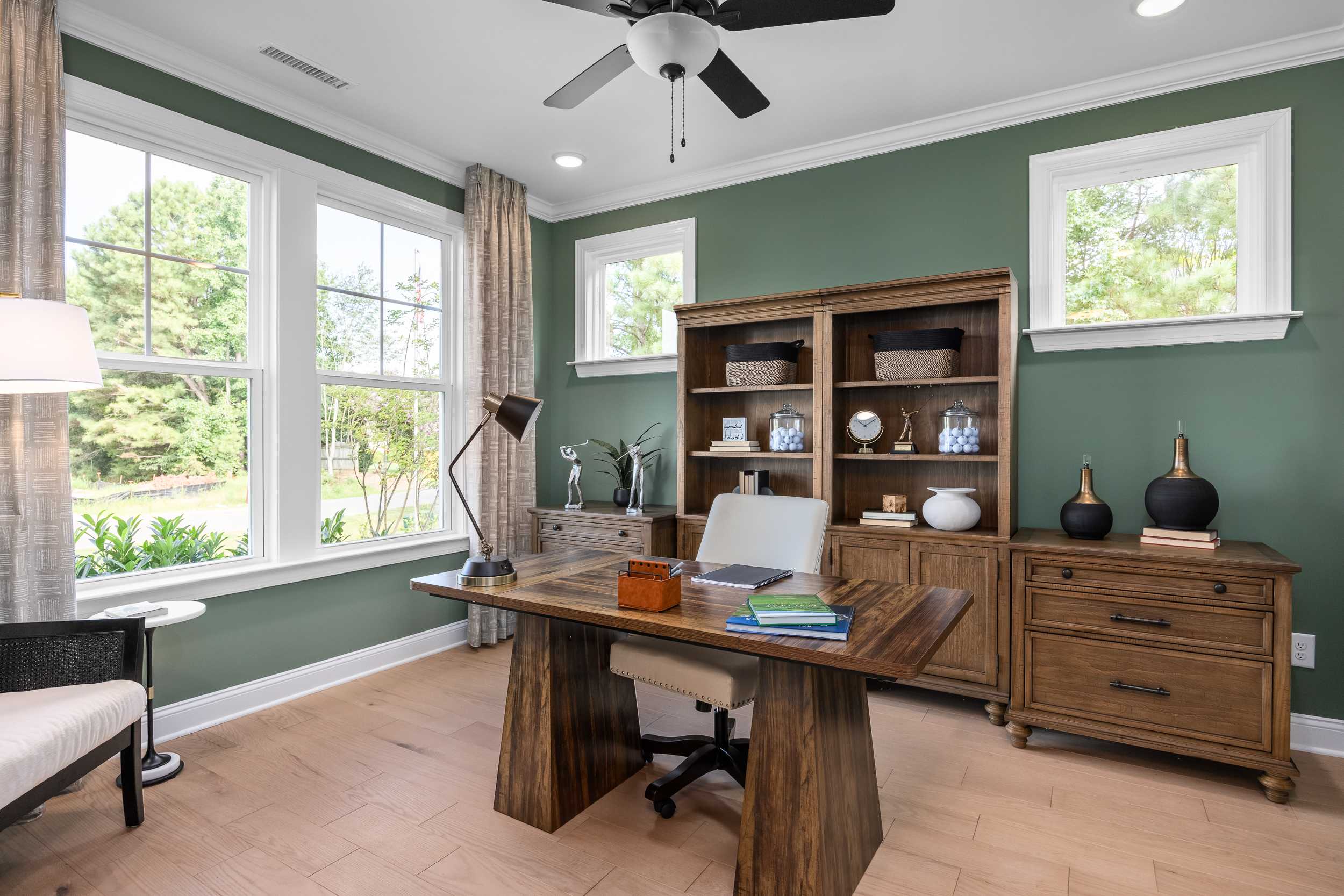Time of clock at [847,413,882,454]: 10:09
